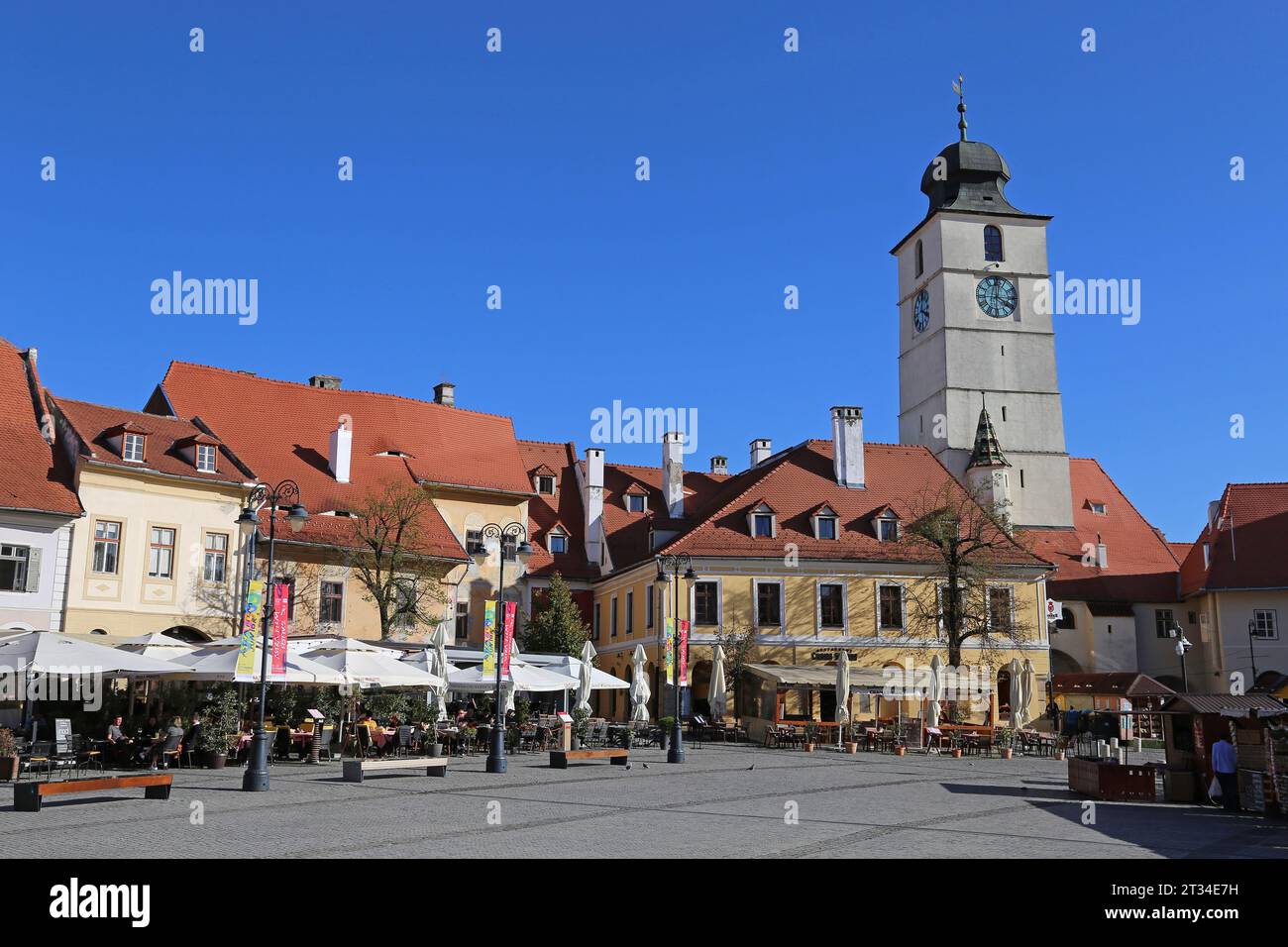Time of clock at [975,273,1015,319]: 4:00
